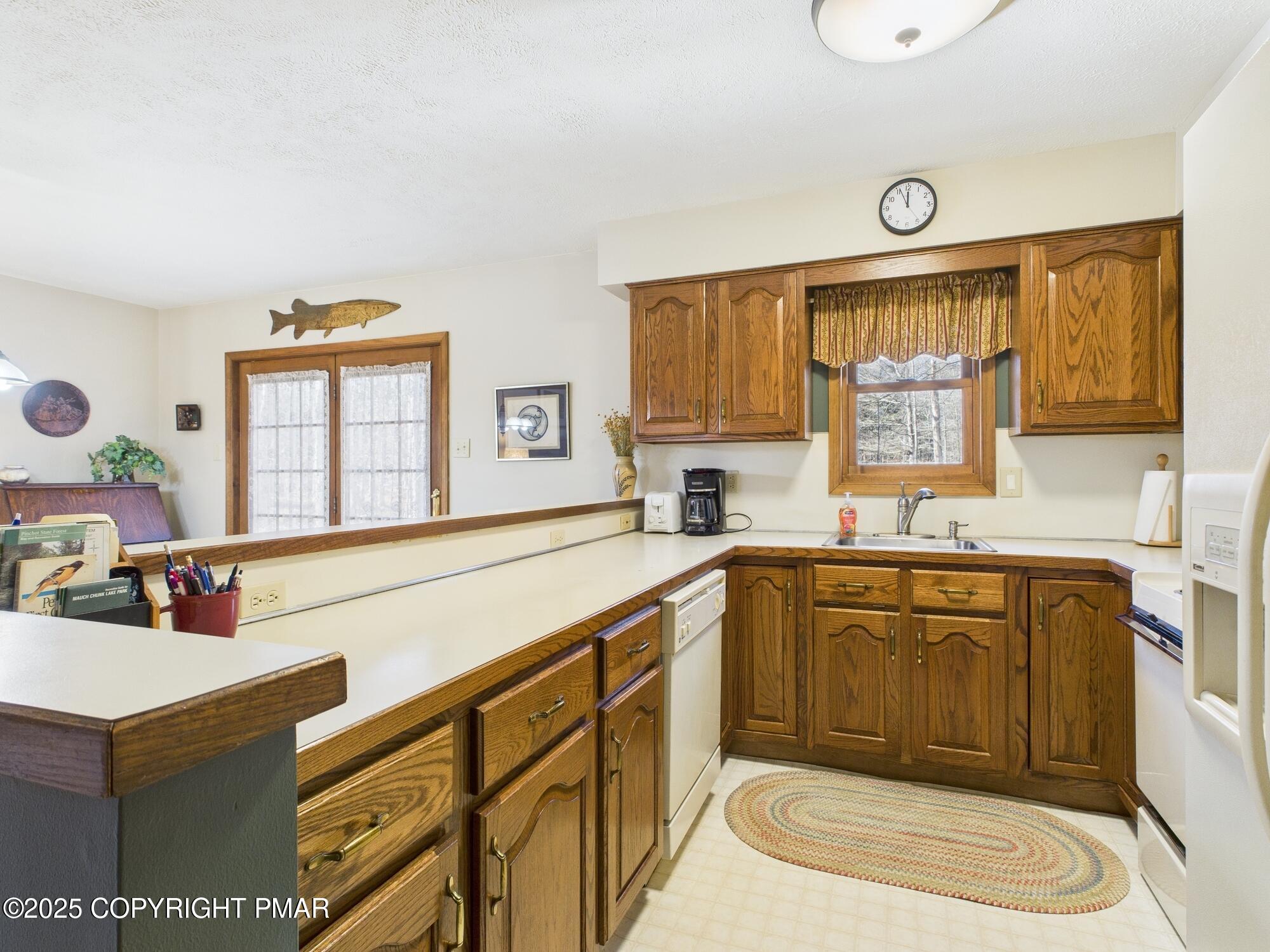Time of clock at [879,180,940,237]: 11:55
